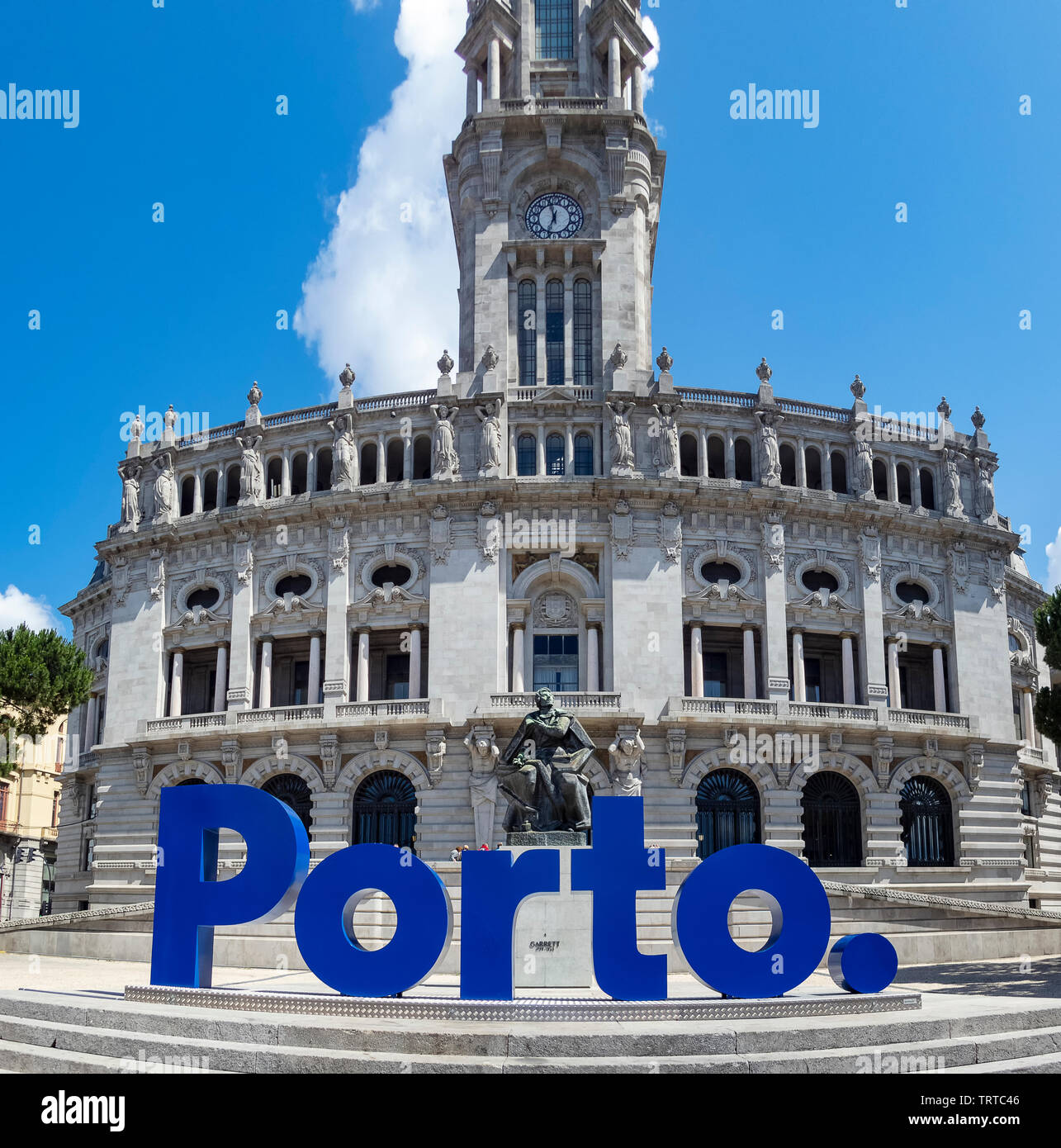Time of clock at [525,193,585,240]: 11:33
